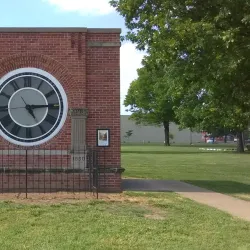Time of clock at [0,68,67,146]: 5:14
